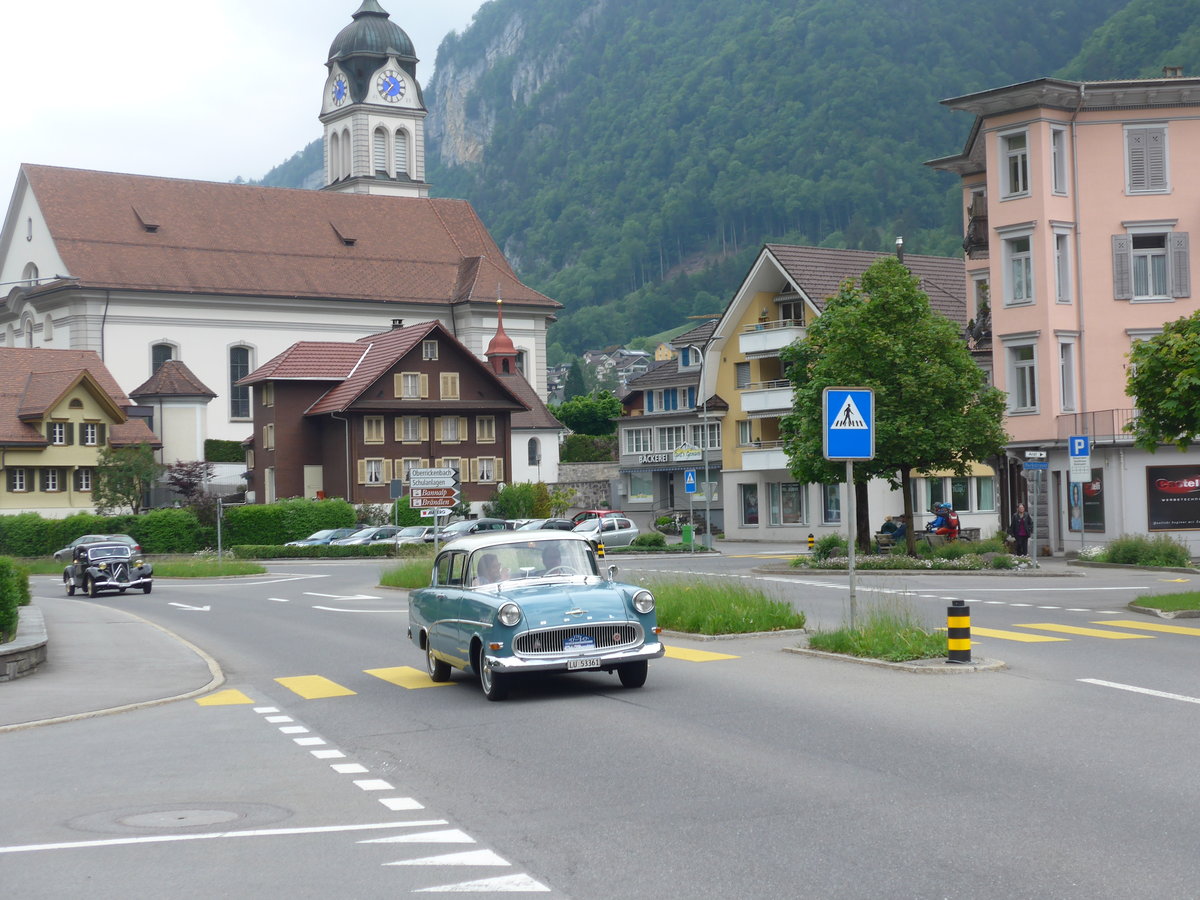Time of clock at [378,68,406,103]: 10:36
